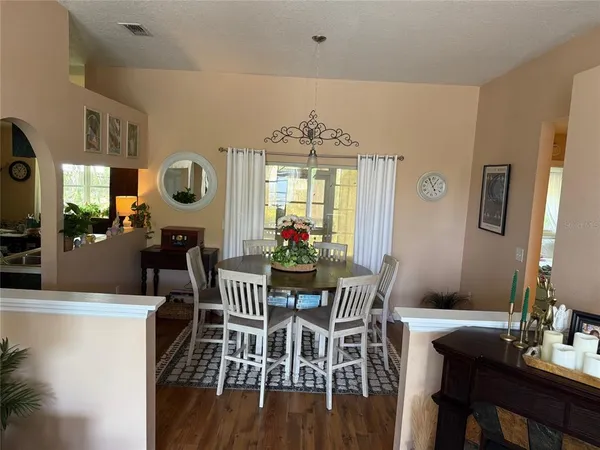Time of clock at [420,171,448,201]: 12:55
